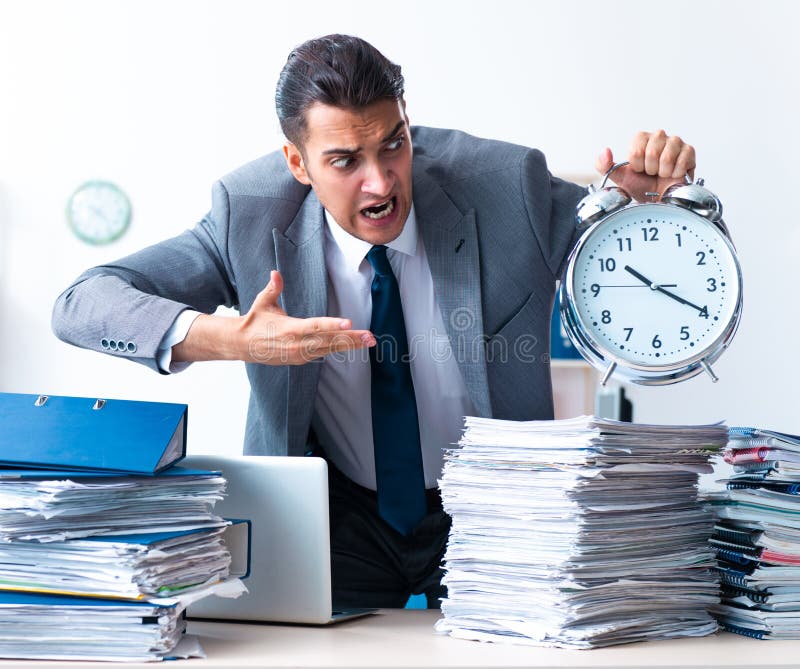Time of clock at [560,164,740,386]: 10:19
